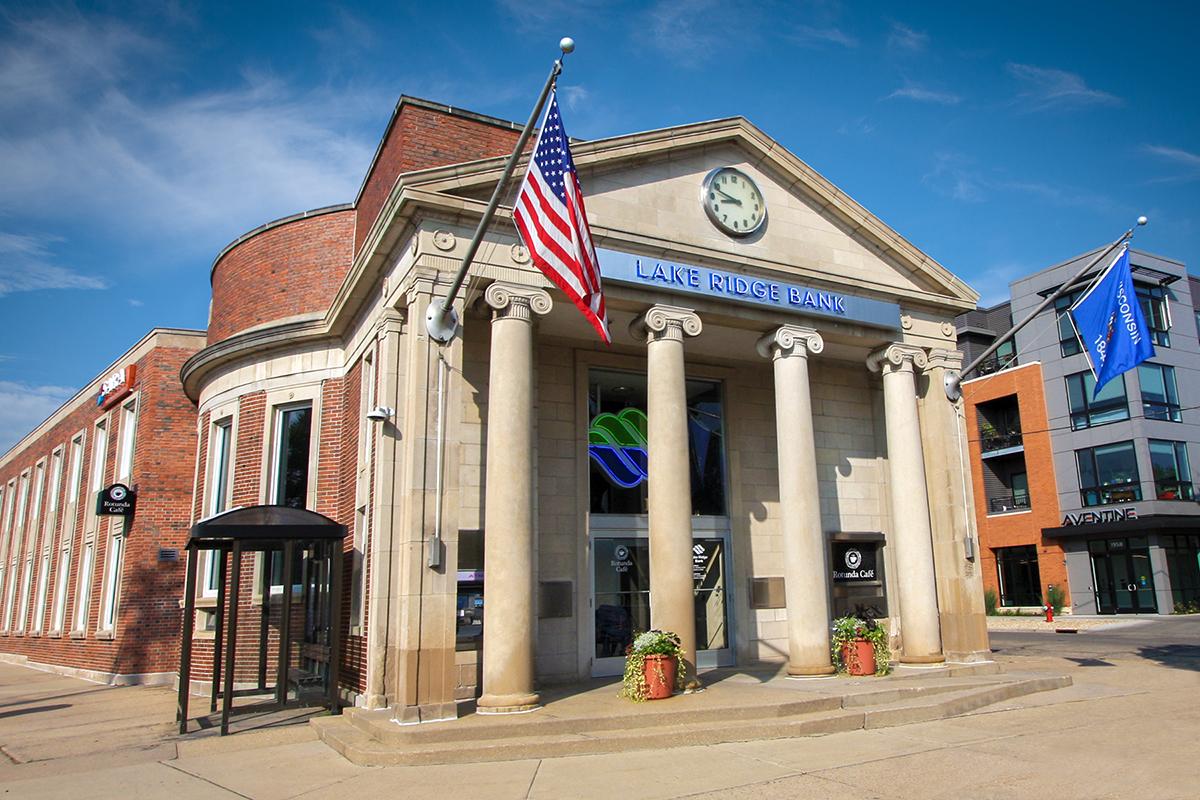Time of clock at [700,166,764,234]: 8:48
